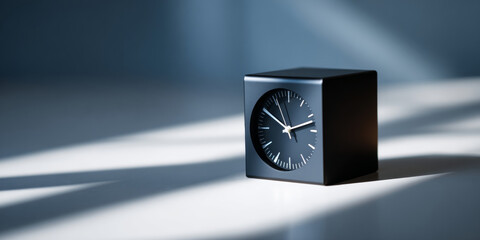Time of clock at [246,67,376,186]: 10:12
